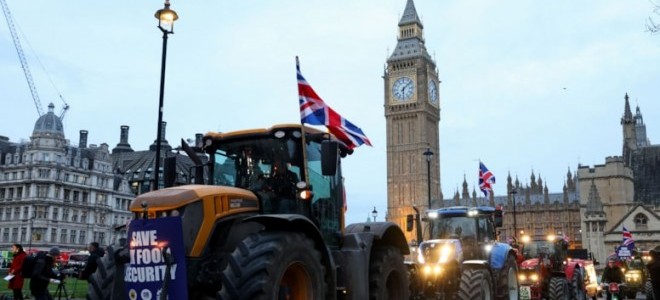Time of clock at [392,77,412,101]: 6:08
